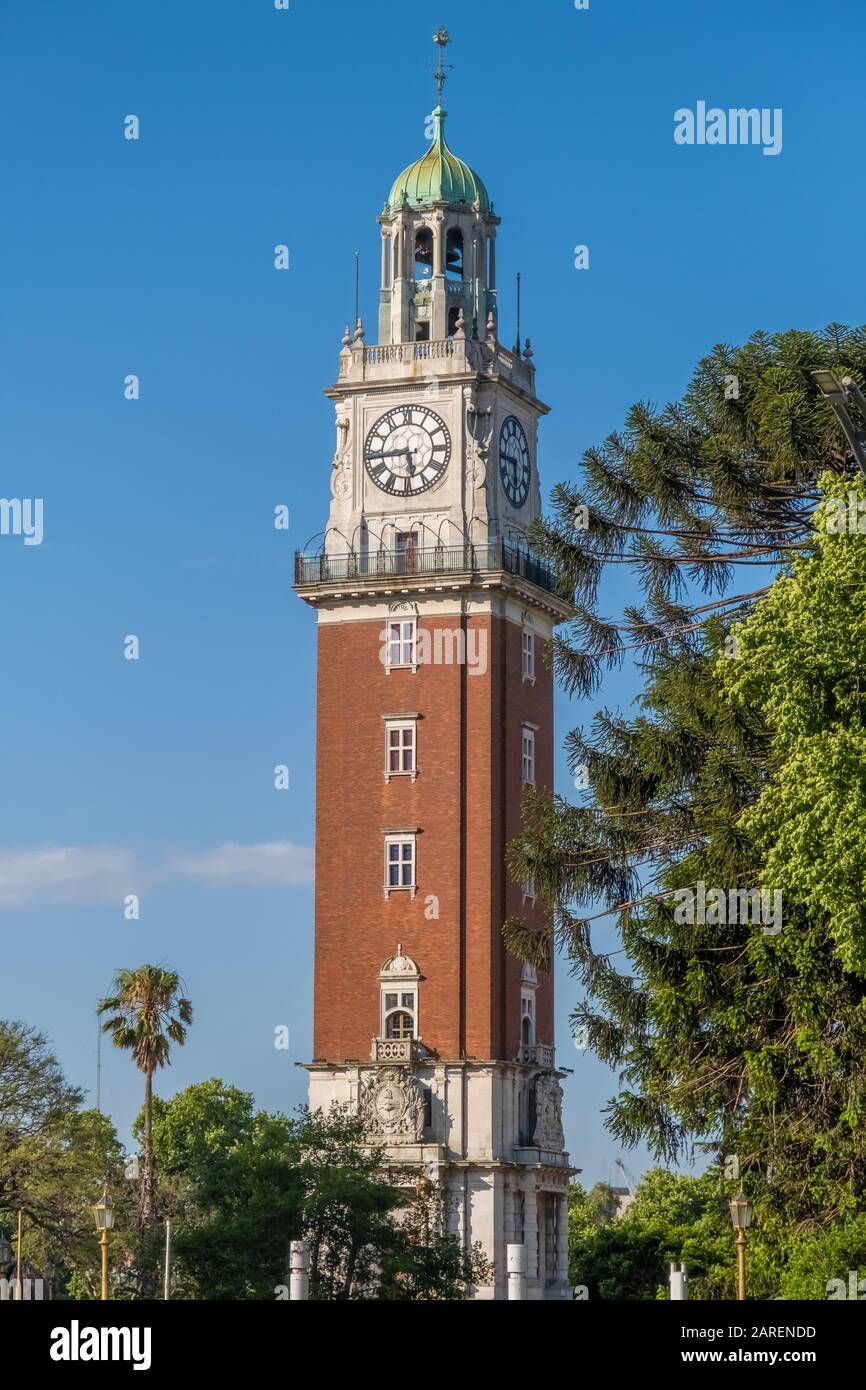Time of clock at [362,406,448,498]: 5:43
